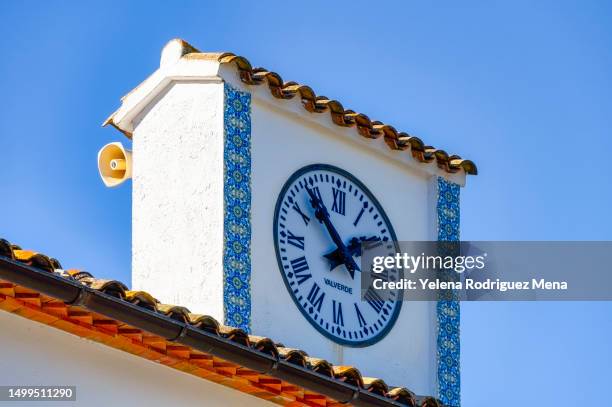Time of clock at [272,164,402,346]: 1:53
